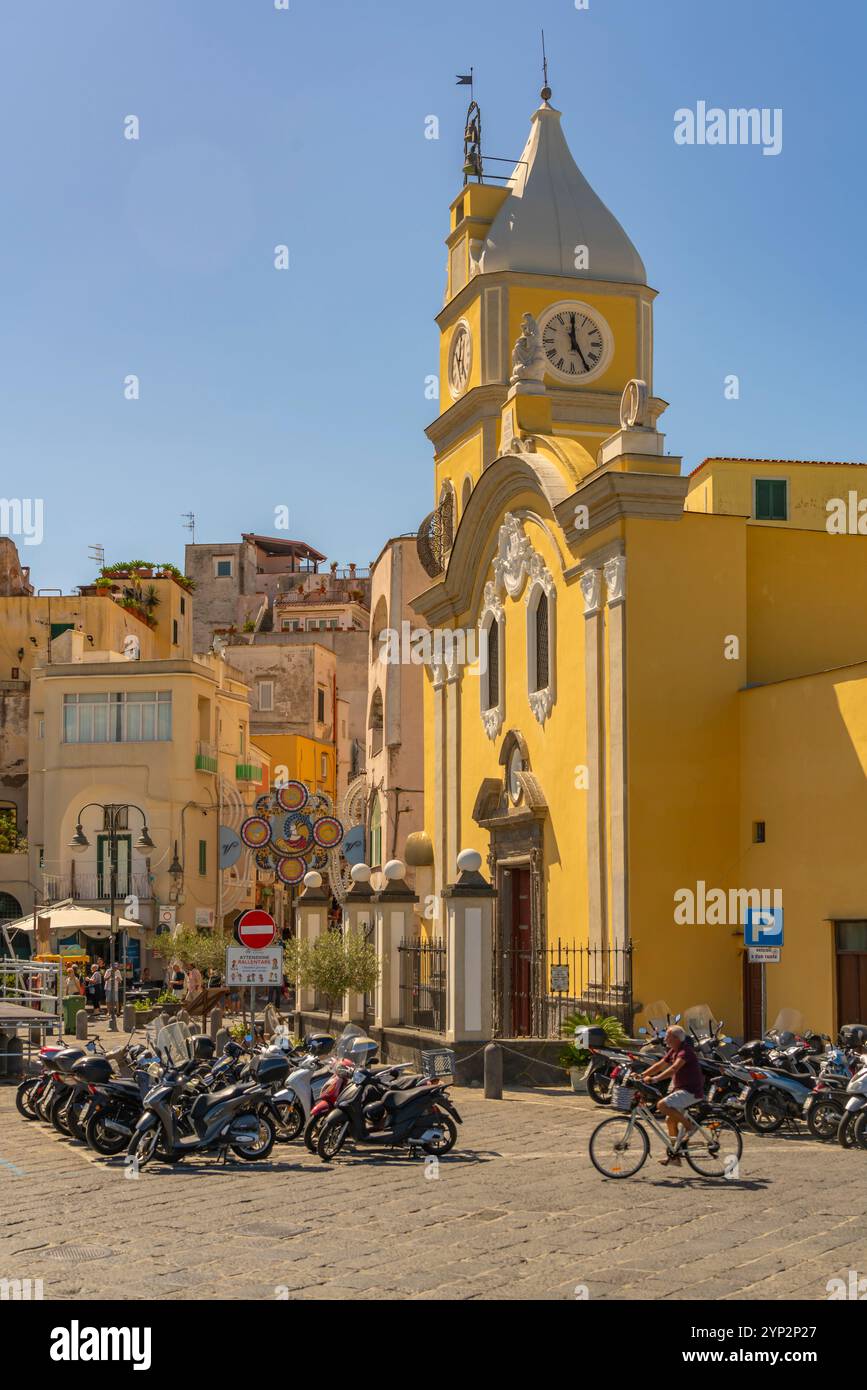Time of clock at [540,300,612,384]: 4:59
